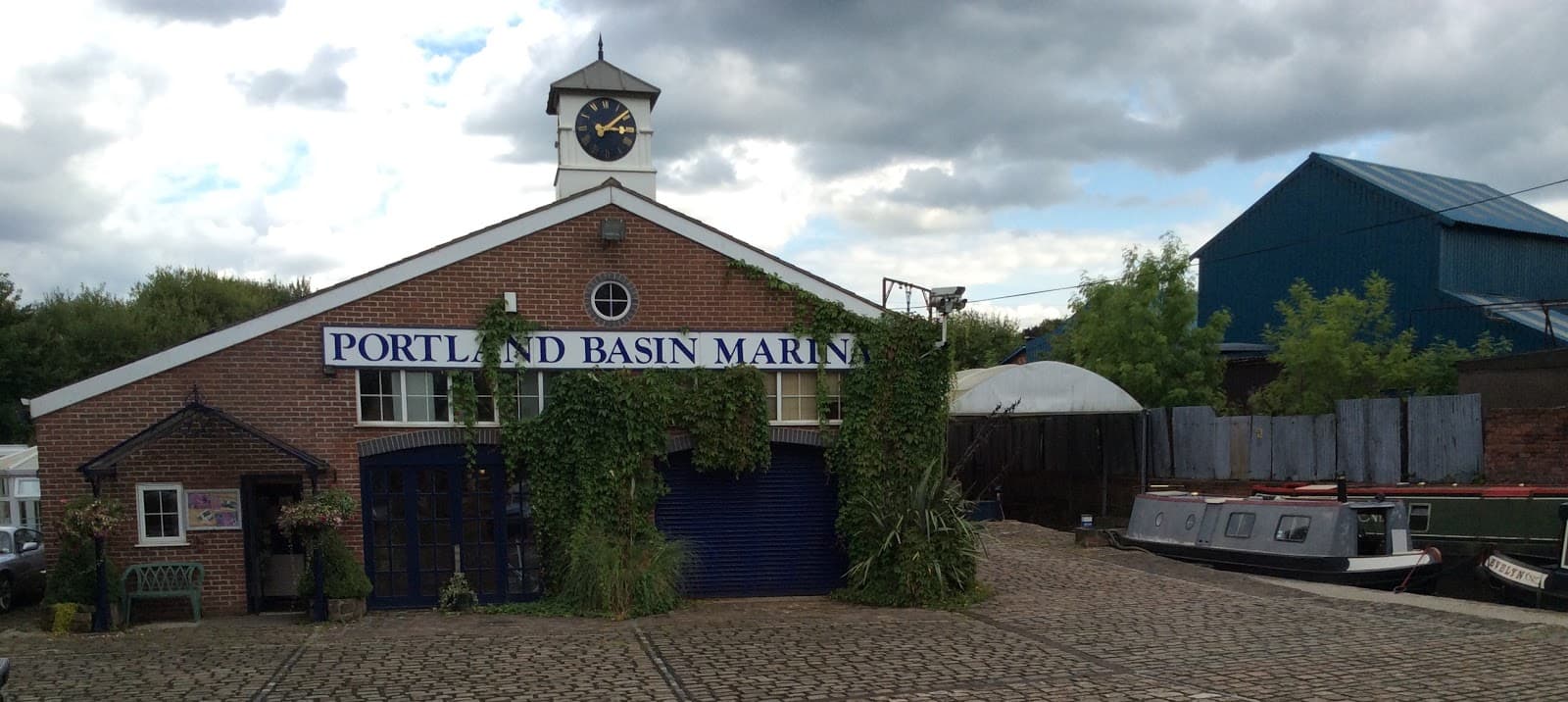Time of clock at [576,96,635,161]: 3:08
